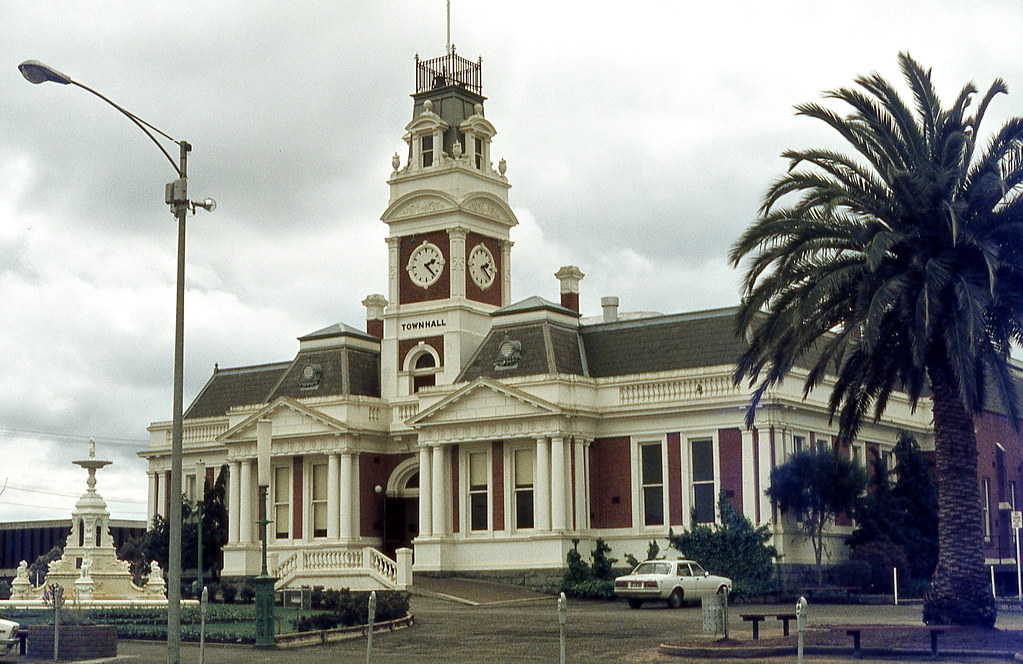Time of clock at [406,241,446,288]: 2:22
